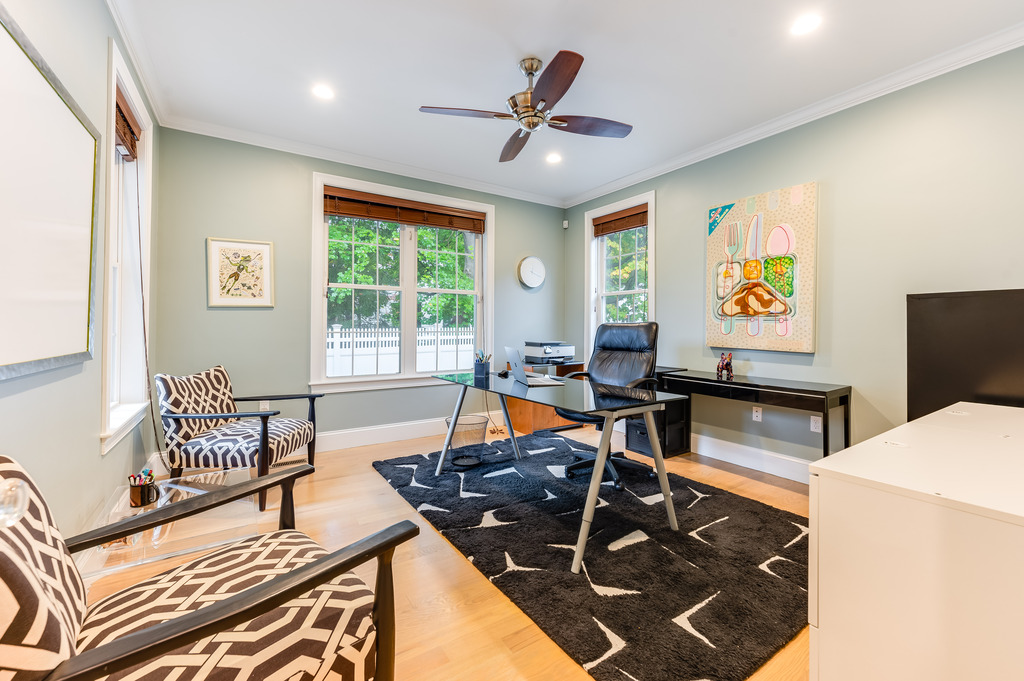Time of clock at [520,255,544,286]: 12:19
